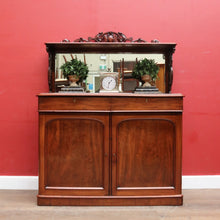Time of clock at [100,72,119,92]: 1:32
